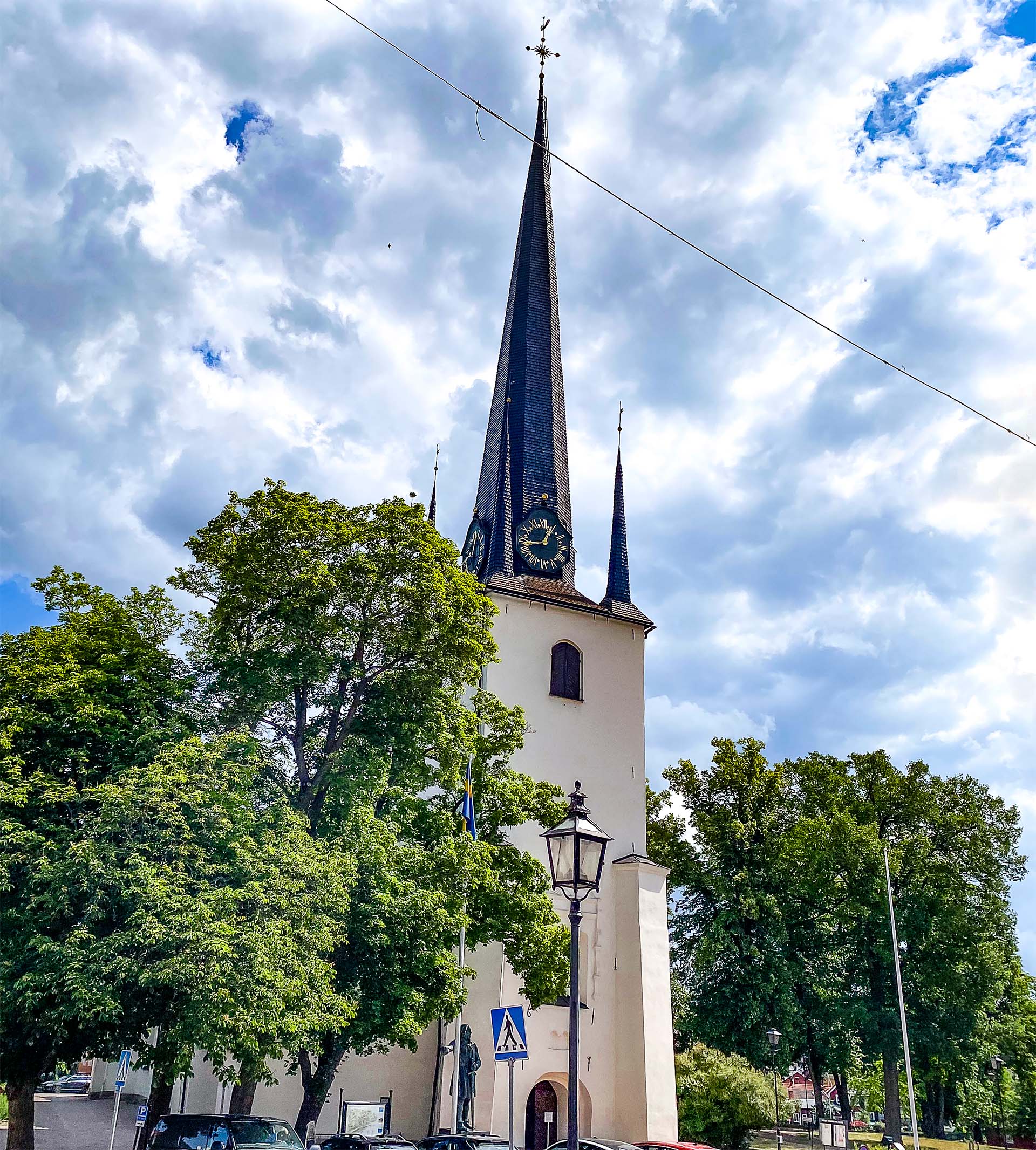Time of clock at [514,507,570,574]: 12:43
